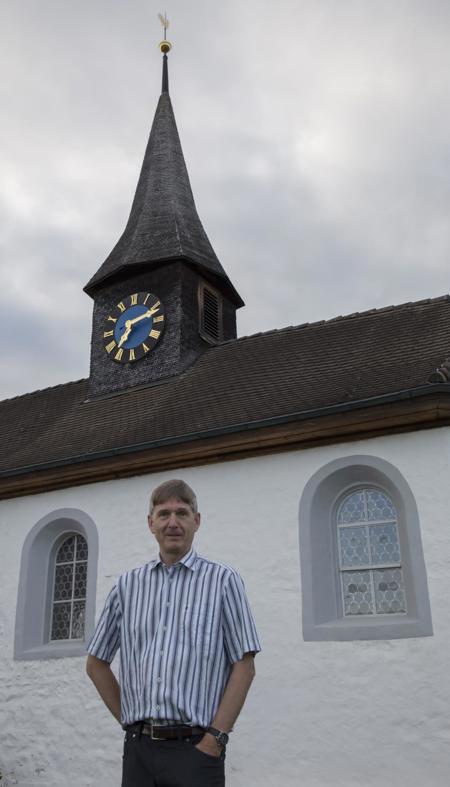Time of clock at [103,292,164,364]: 7:11
